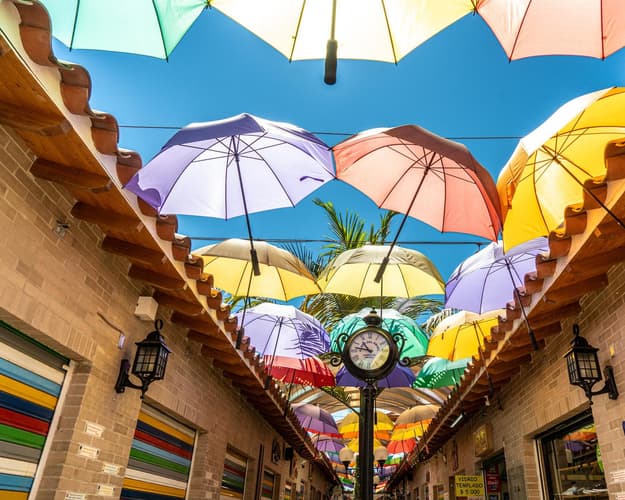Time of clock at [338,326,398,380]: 10:47
